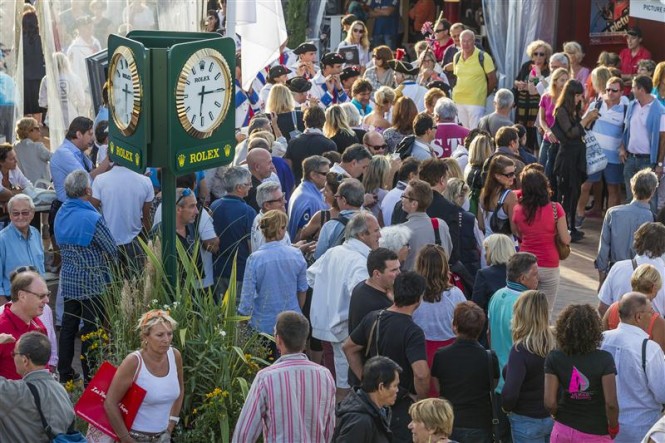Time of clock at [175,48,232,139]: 6:15
